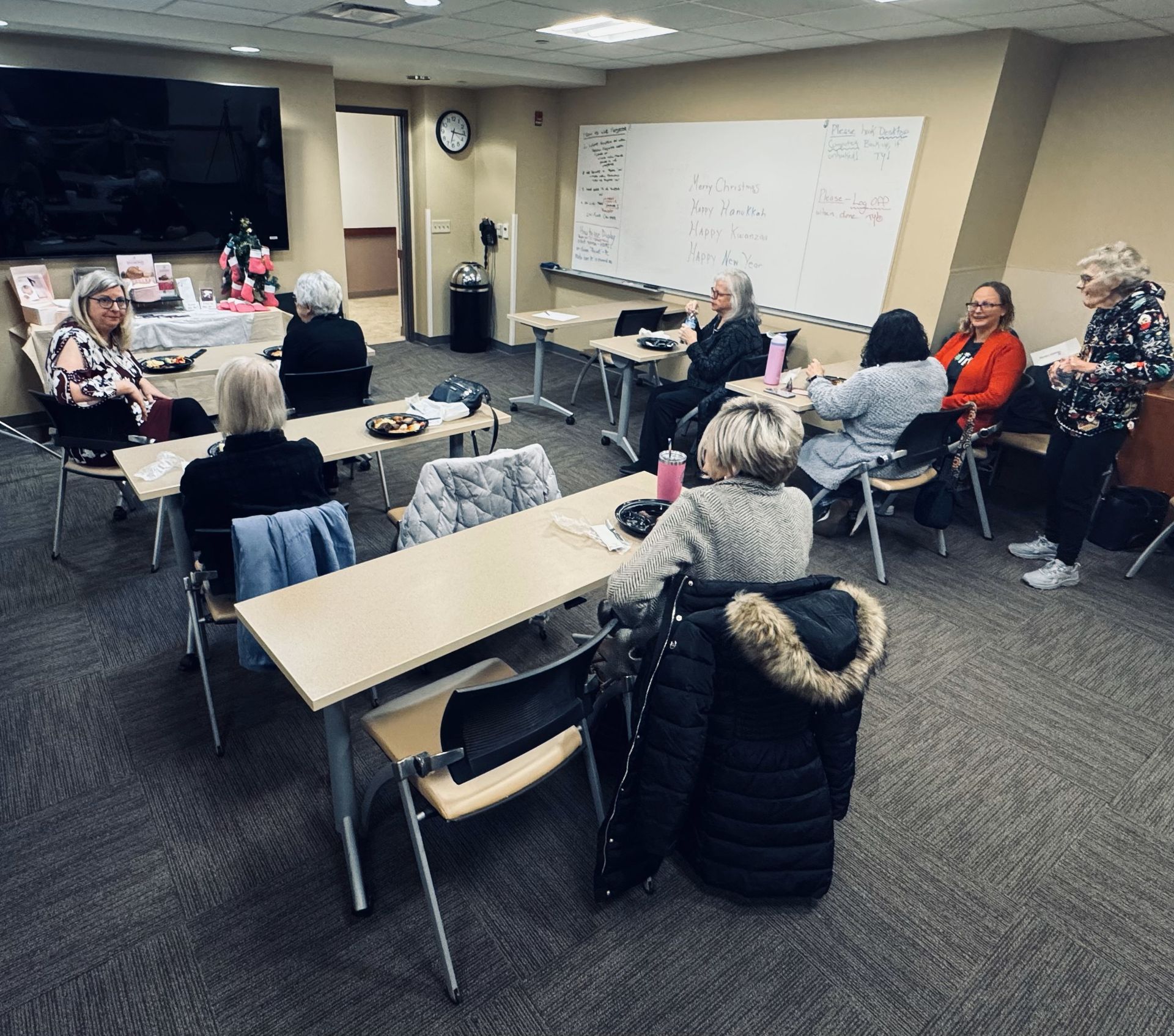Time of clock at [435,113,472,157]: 6:16
